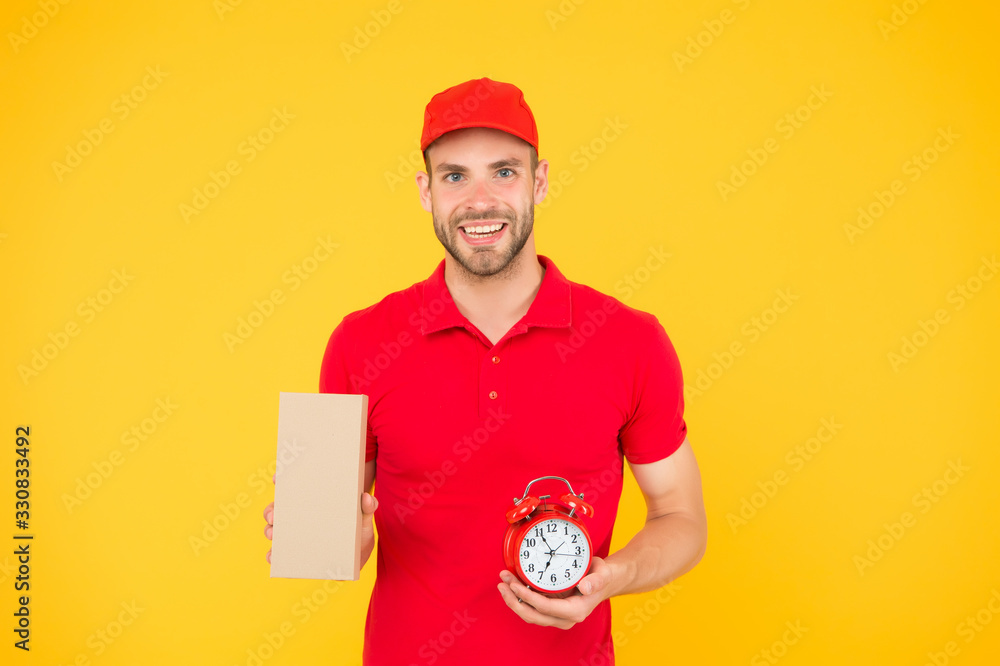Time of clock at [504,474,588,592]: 6:55
